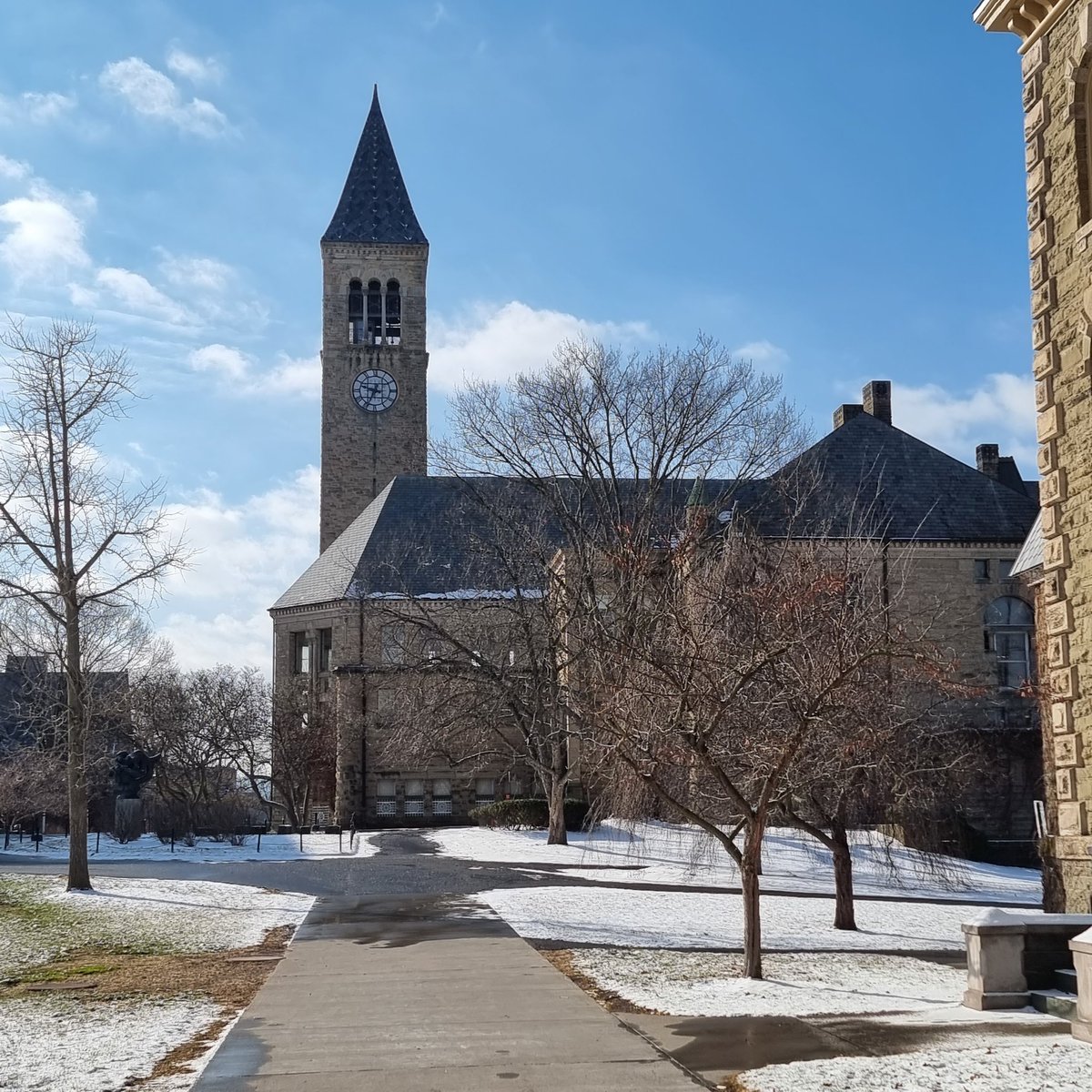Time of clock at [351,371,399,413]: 9:34
